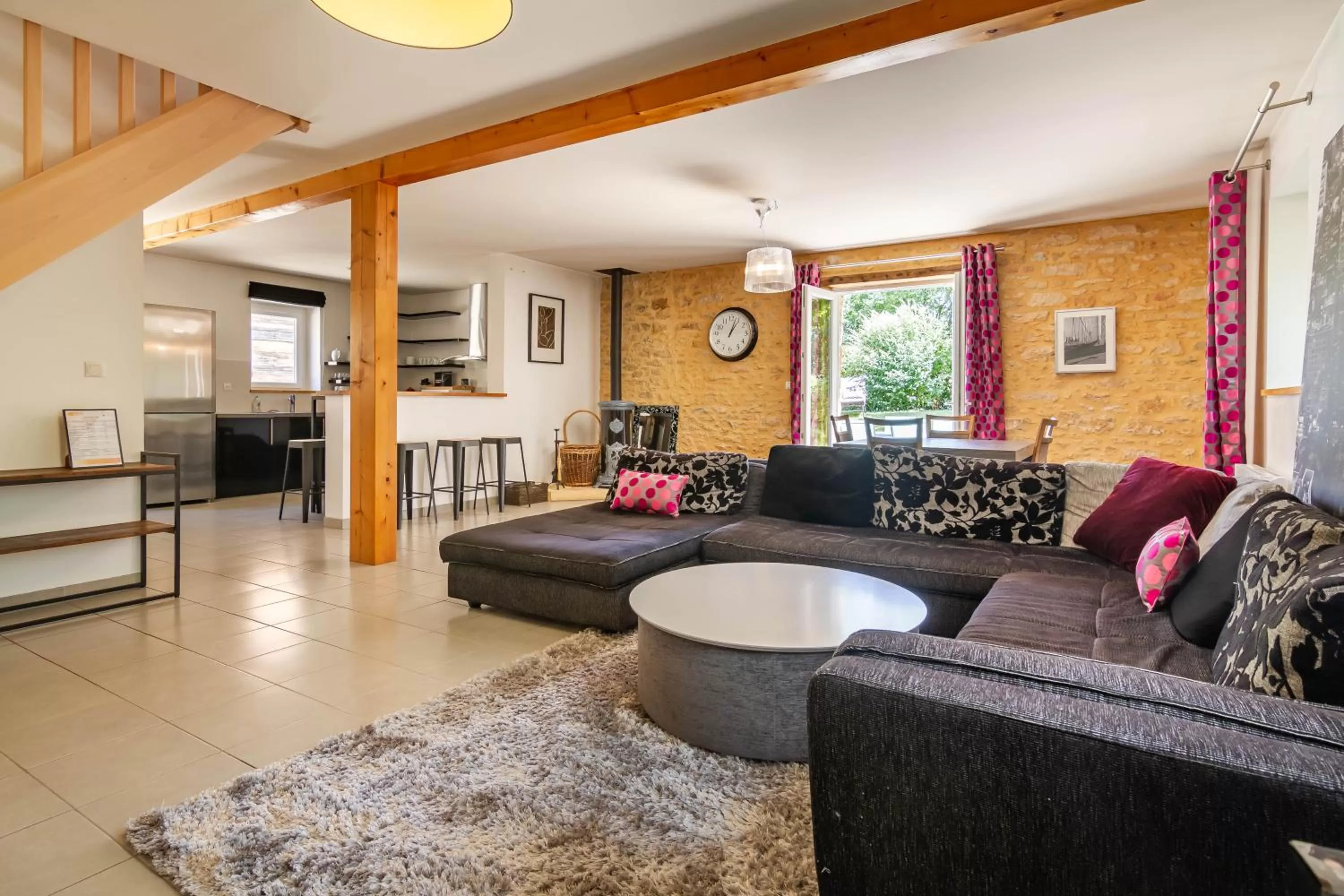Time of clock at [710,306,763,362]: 1:03
